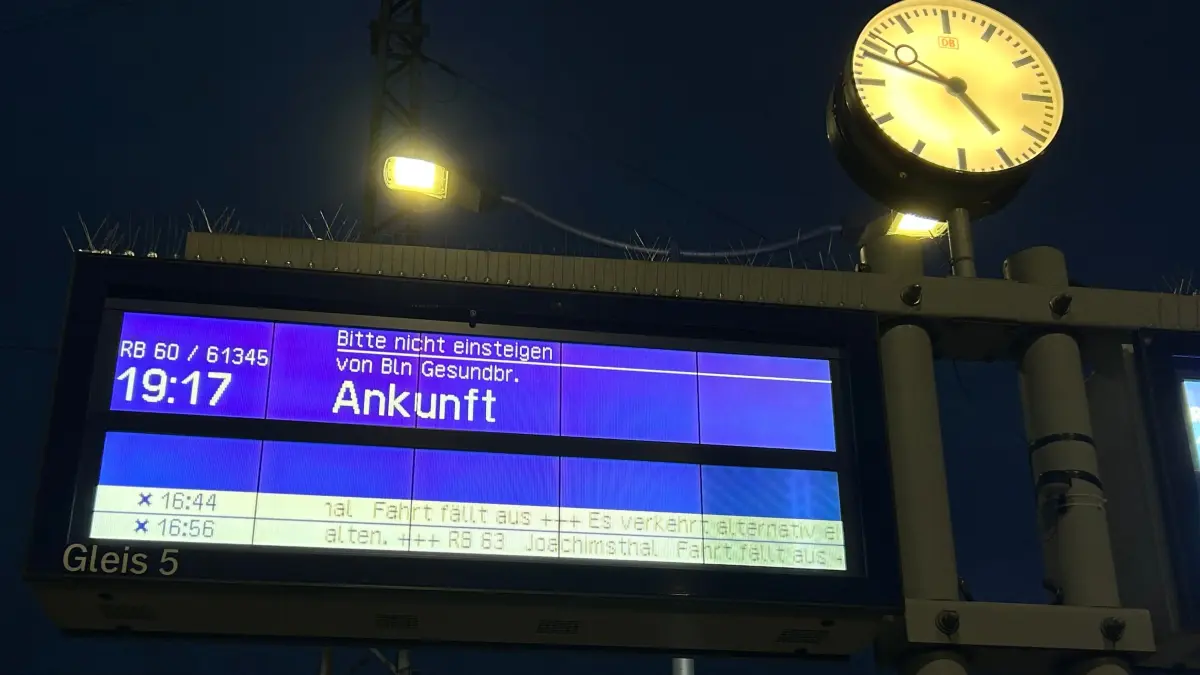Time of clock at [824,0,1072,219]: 4:48
